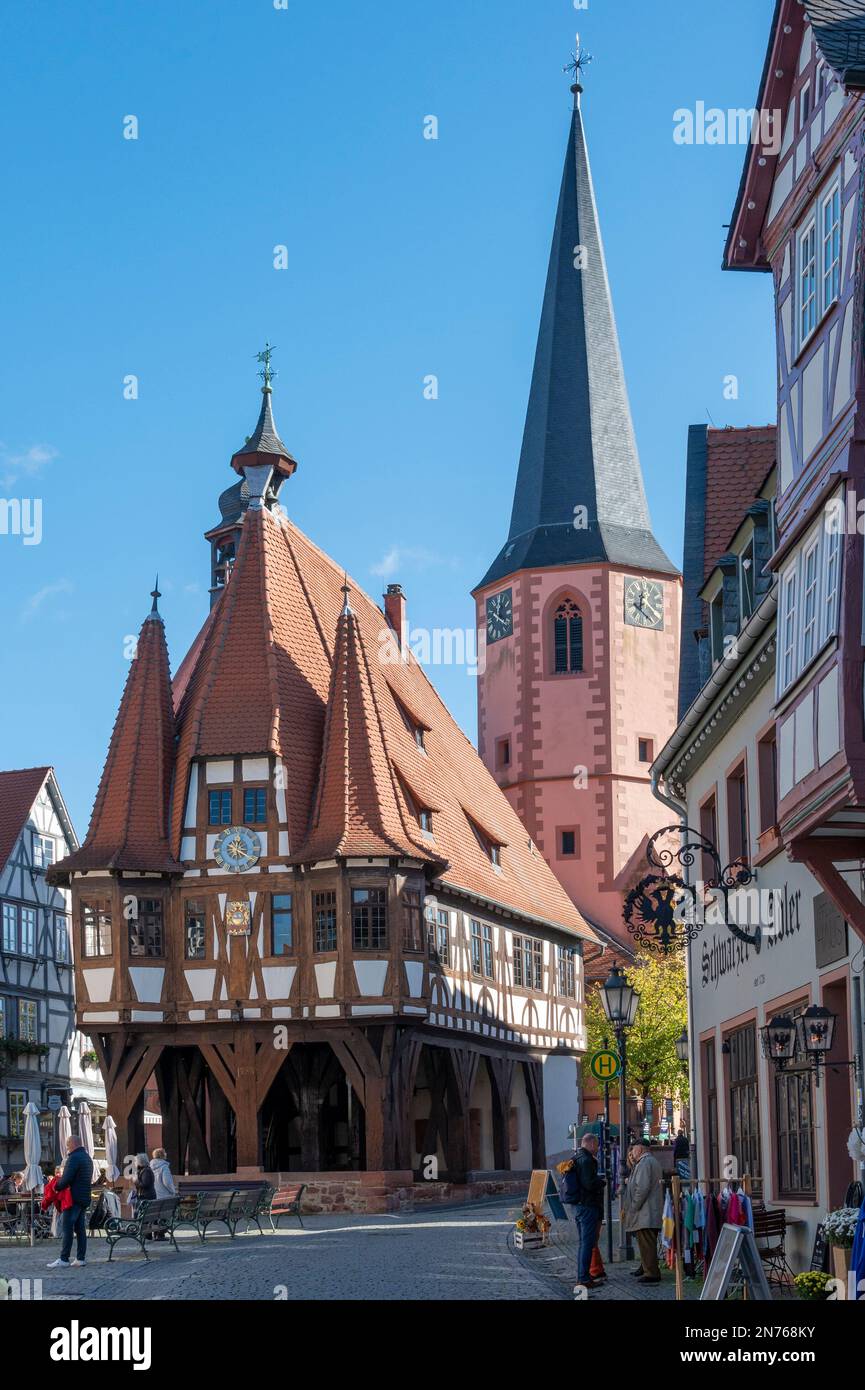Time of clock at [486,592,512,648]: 12:21
